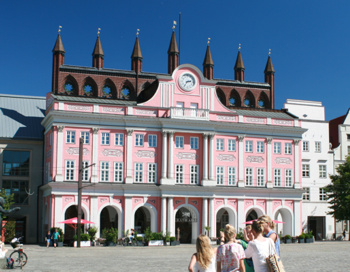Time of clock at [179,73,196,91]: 2:36
